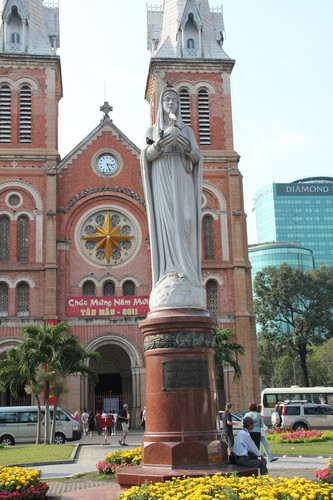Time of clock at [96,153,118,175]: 3:26
